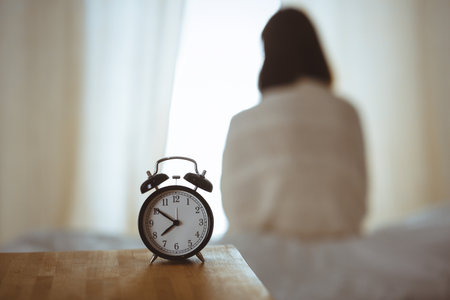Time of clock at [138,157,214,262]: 7:50
